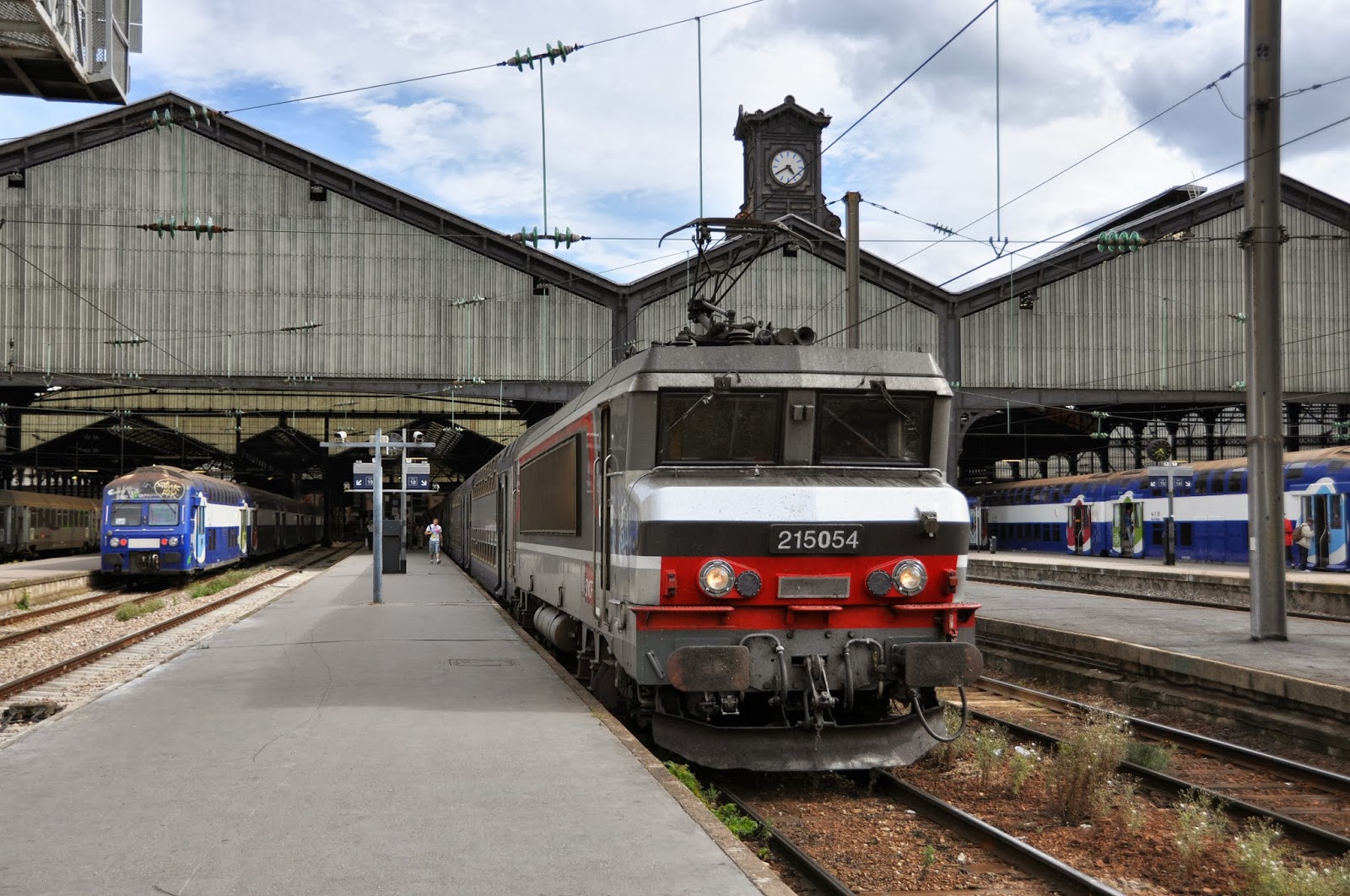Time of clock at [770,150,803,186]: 4:40
